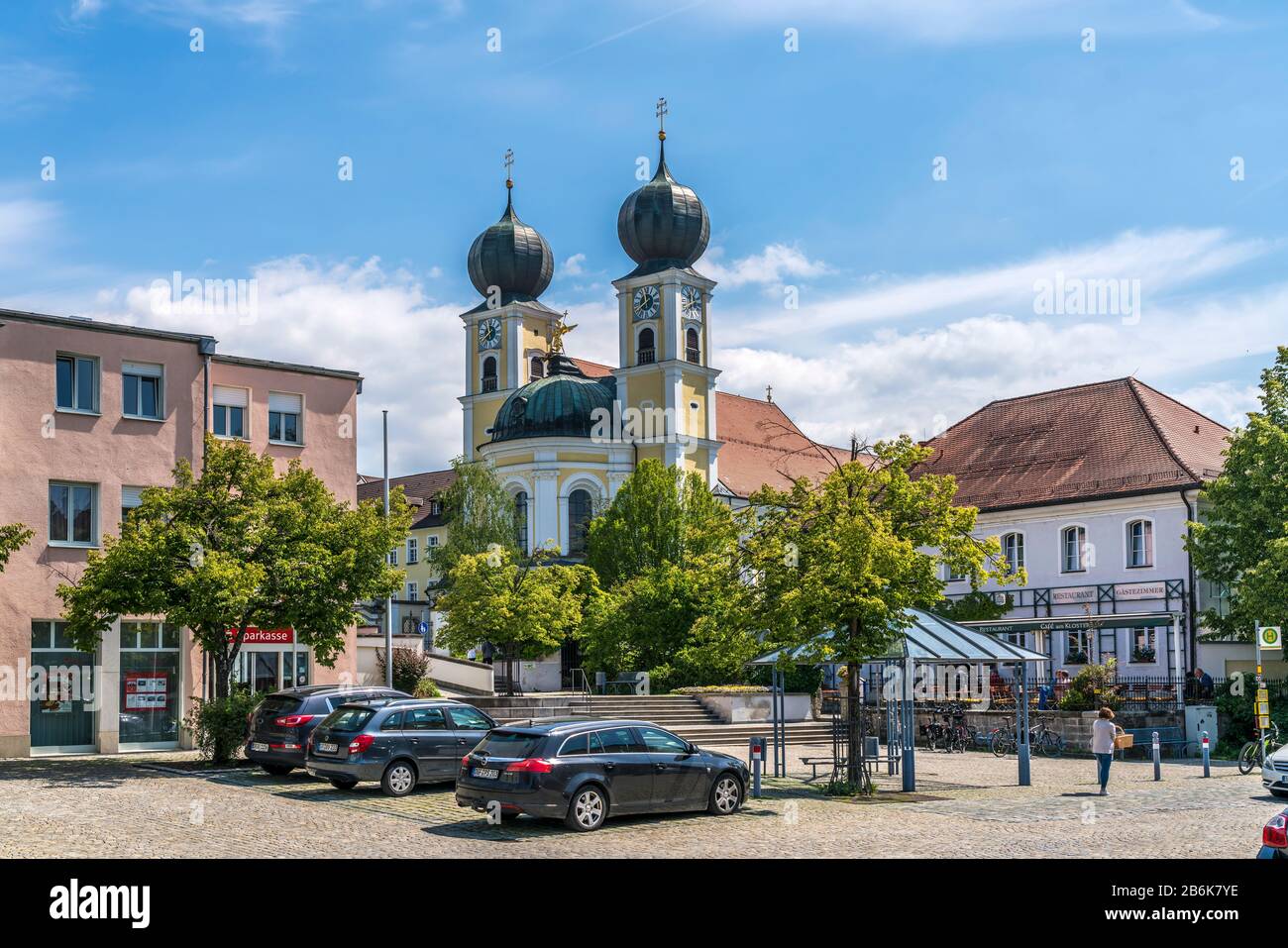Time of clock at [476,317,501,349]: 11:38
